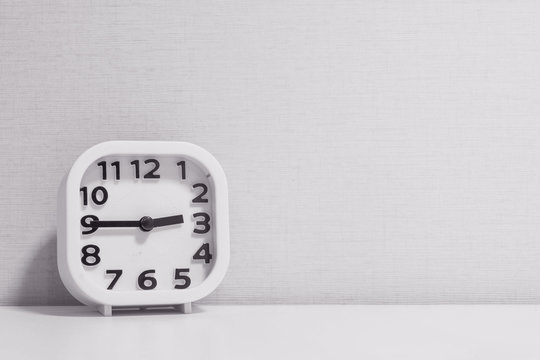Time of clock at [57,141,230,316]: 2:45
